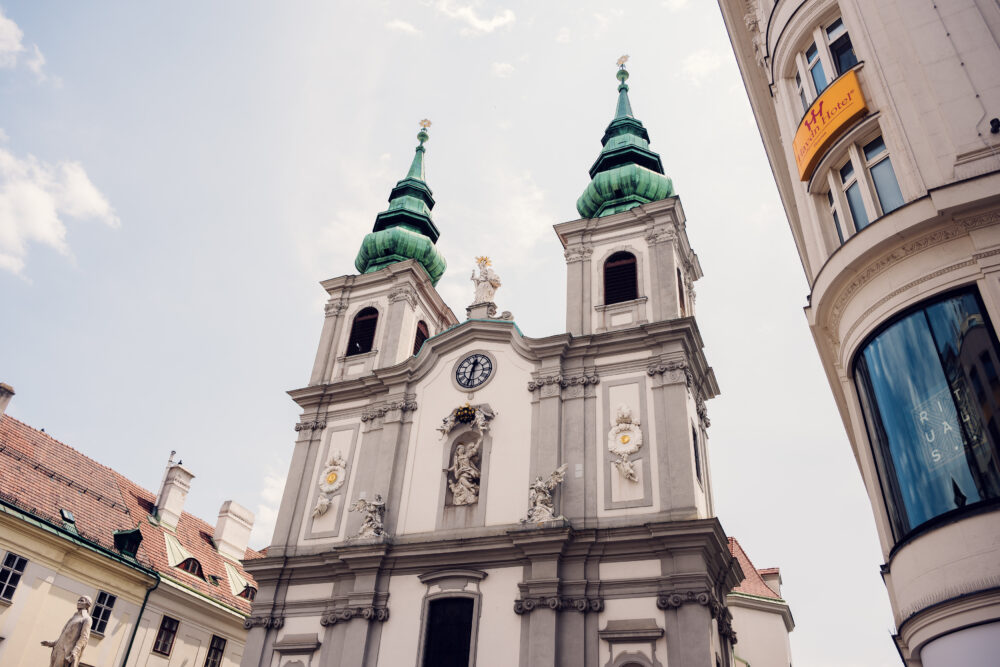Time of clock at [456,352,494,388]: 12:32
